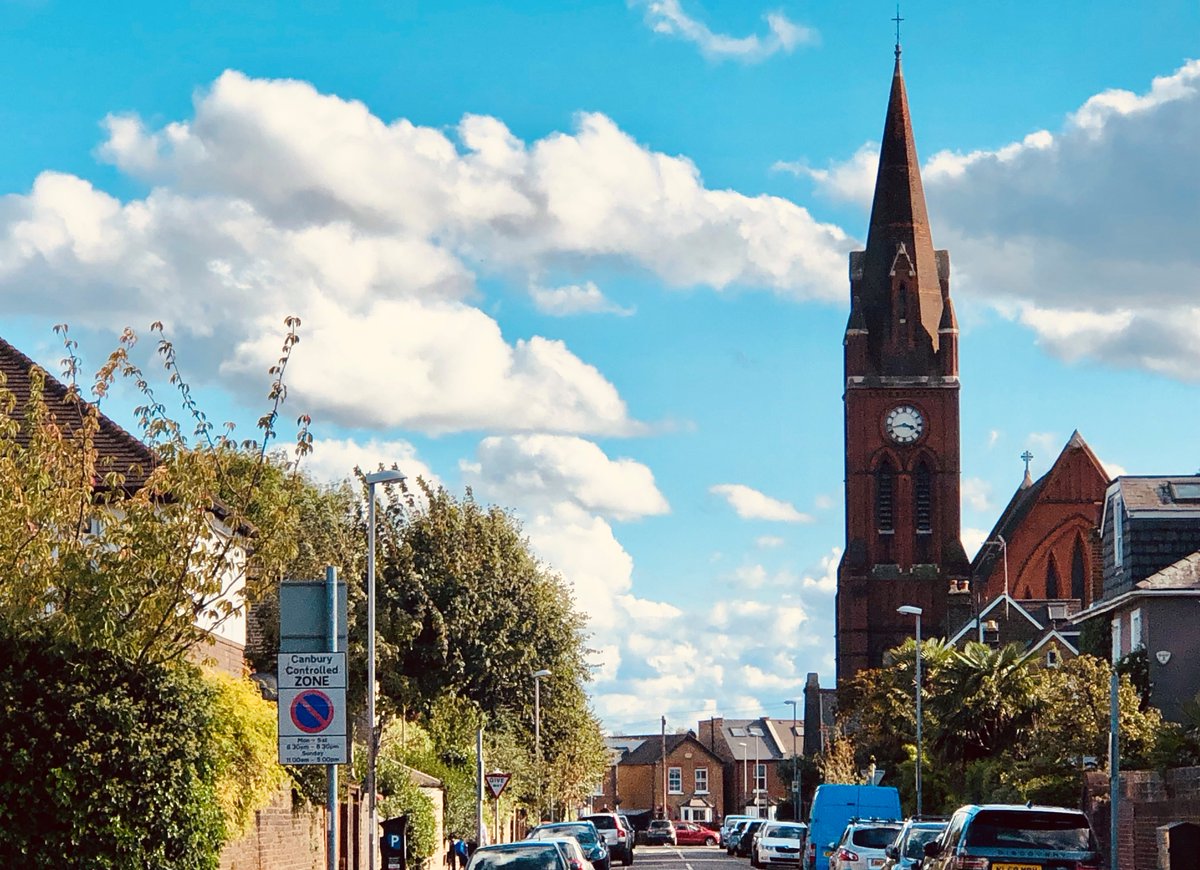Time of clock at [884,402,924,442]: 3:42
